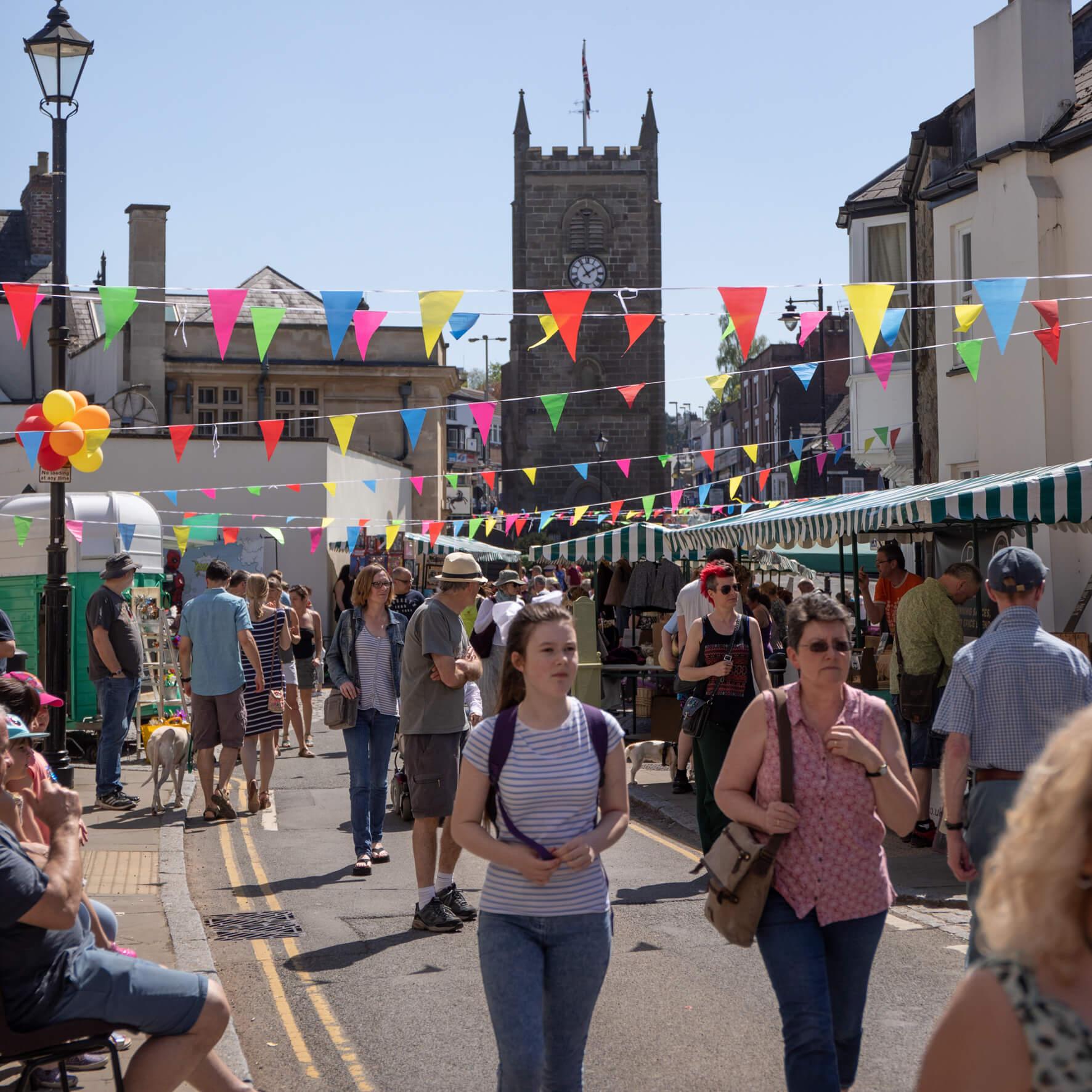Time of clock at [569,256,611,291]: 1:54
